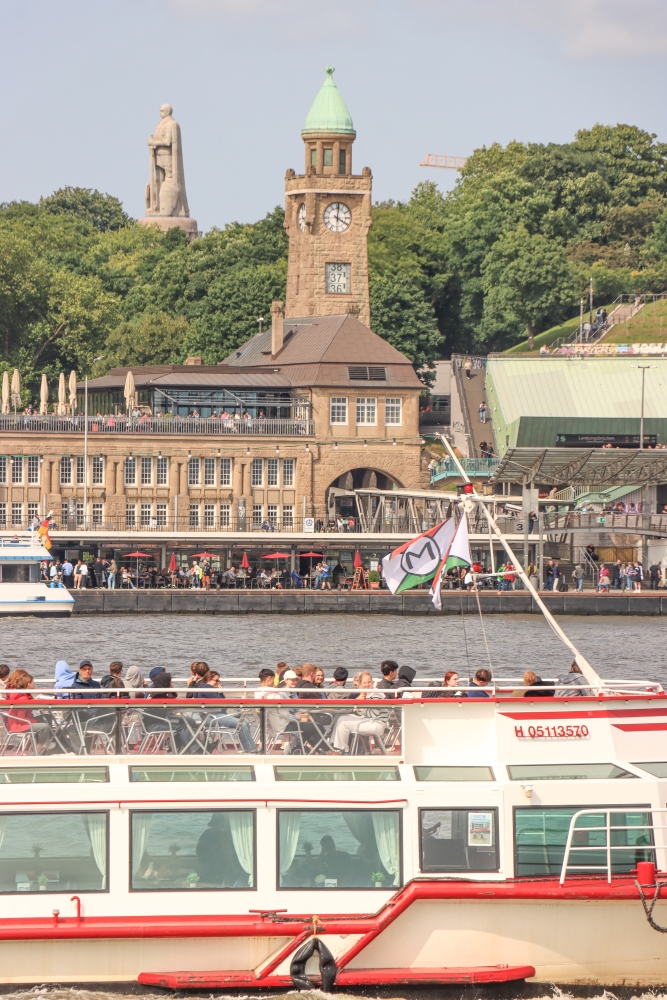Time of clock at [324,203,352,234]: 4:01
